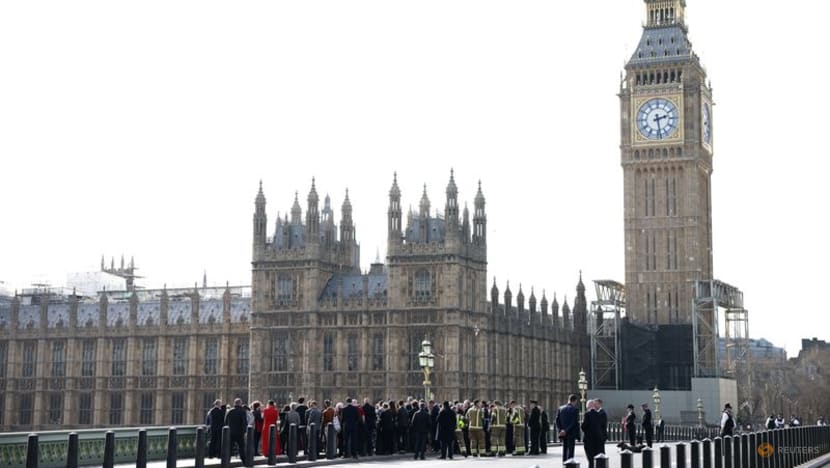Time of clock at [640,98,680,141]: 2:28
